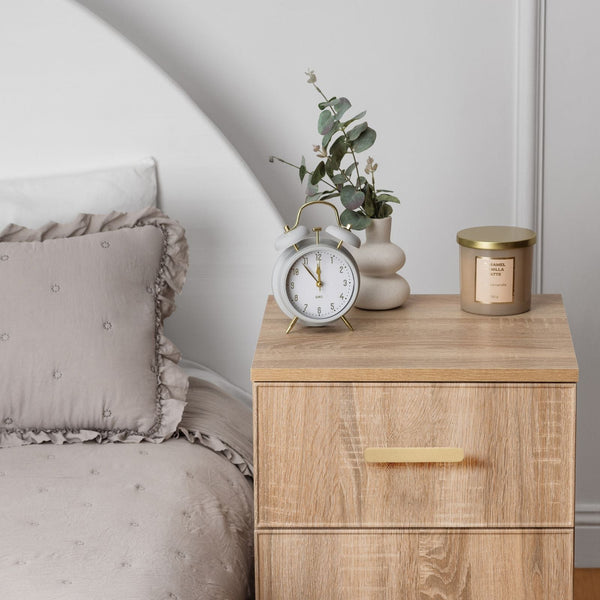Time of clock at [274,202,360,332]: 11:53
